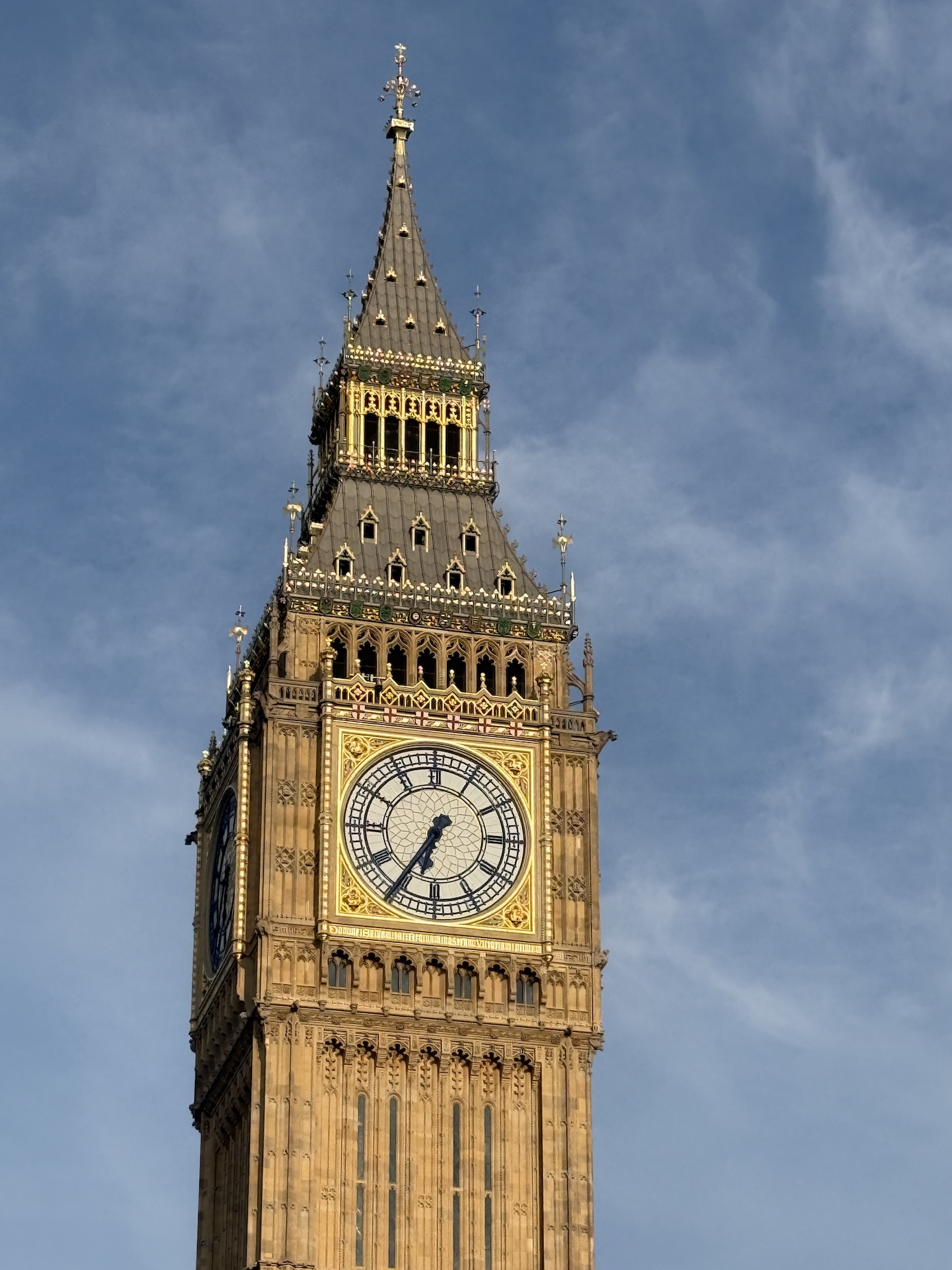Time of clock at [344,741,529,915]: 6:35
